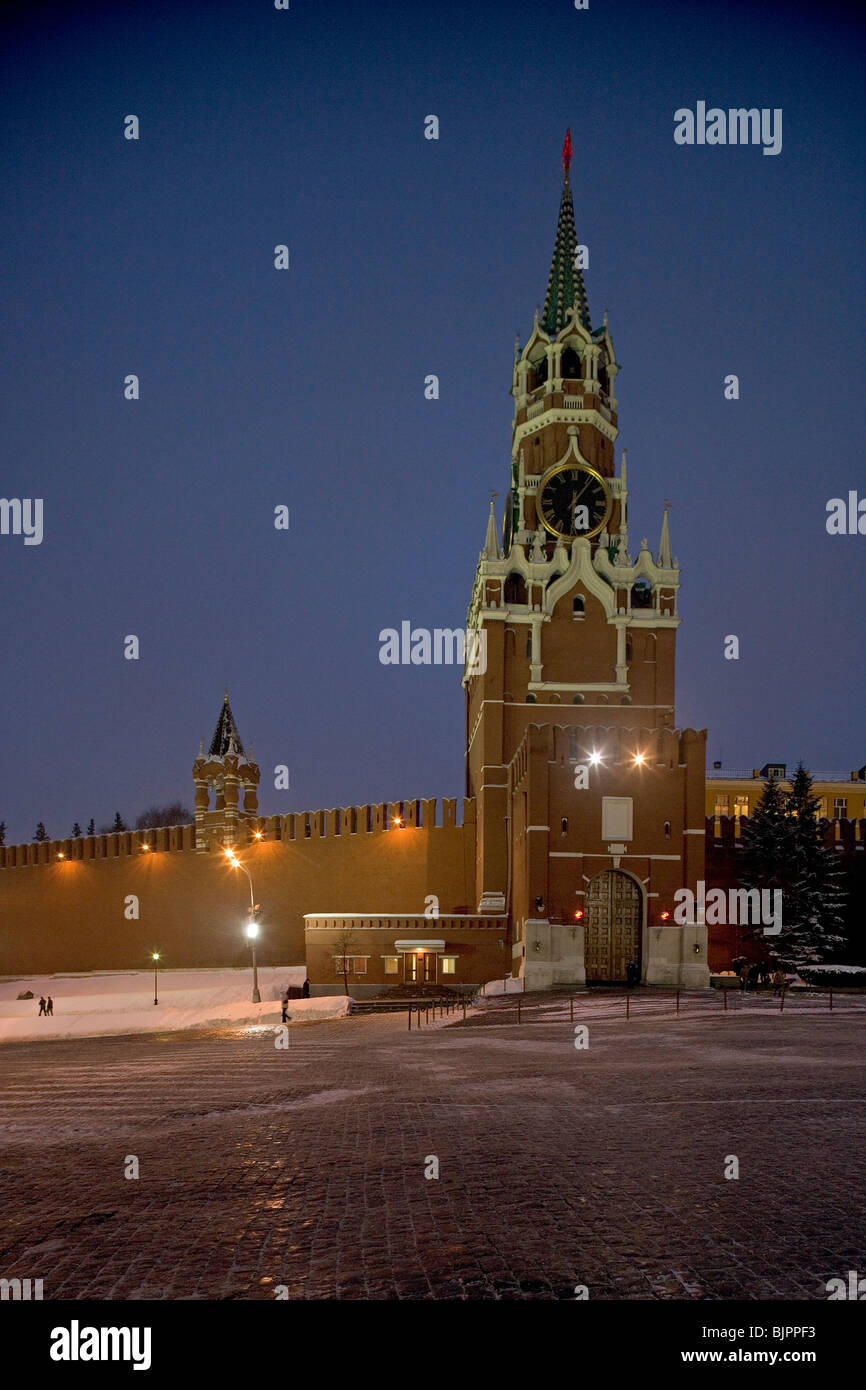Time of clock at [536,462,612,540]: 6:06
